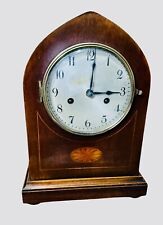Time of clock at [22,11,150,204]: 3:01
